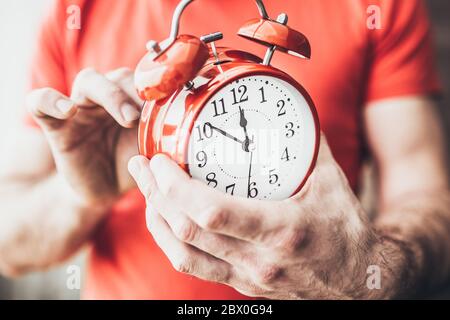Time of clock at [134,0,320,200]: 11:51
